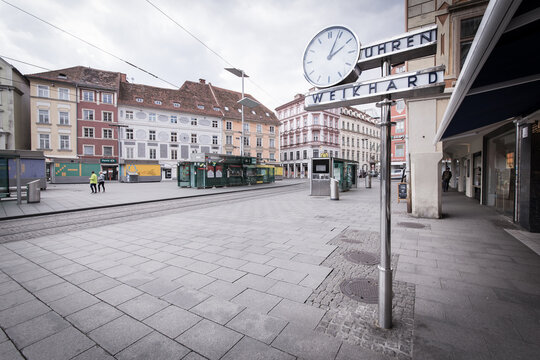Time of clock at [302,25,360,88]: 2:04
